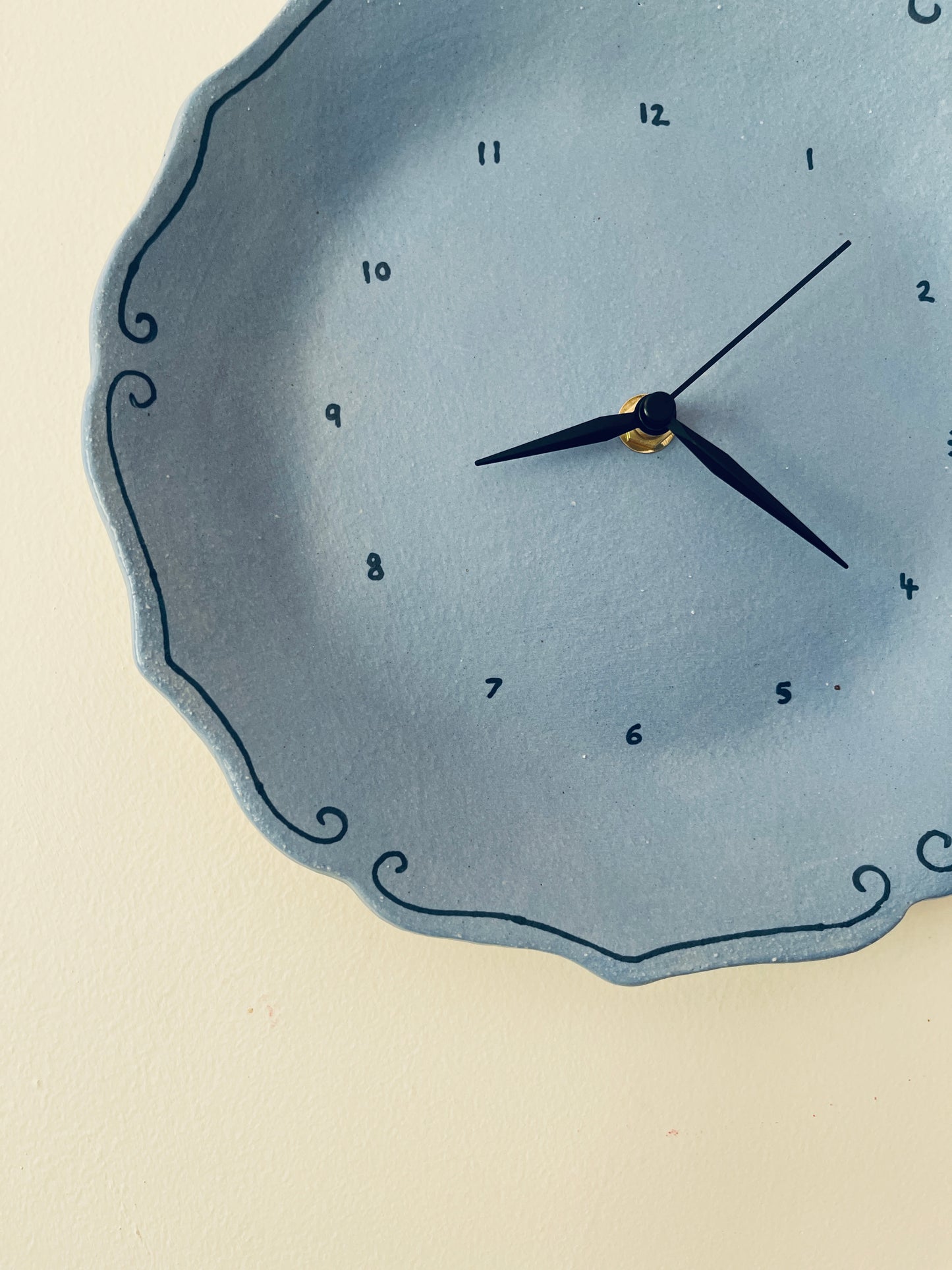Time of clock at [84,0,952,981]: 8:20
